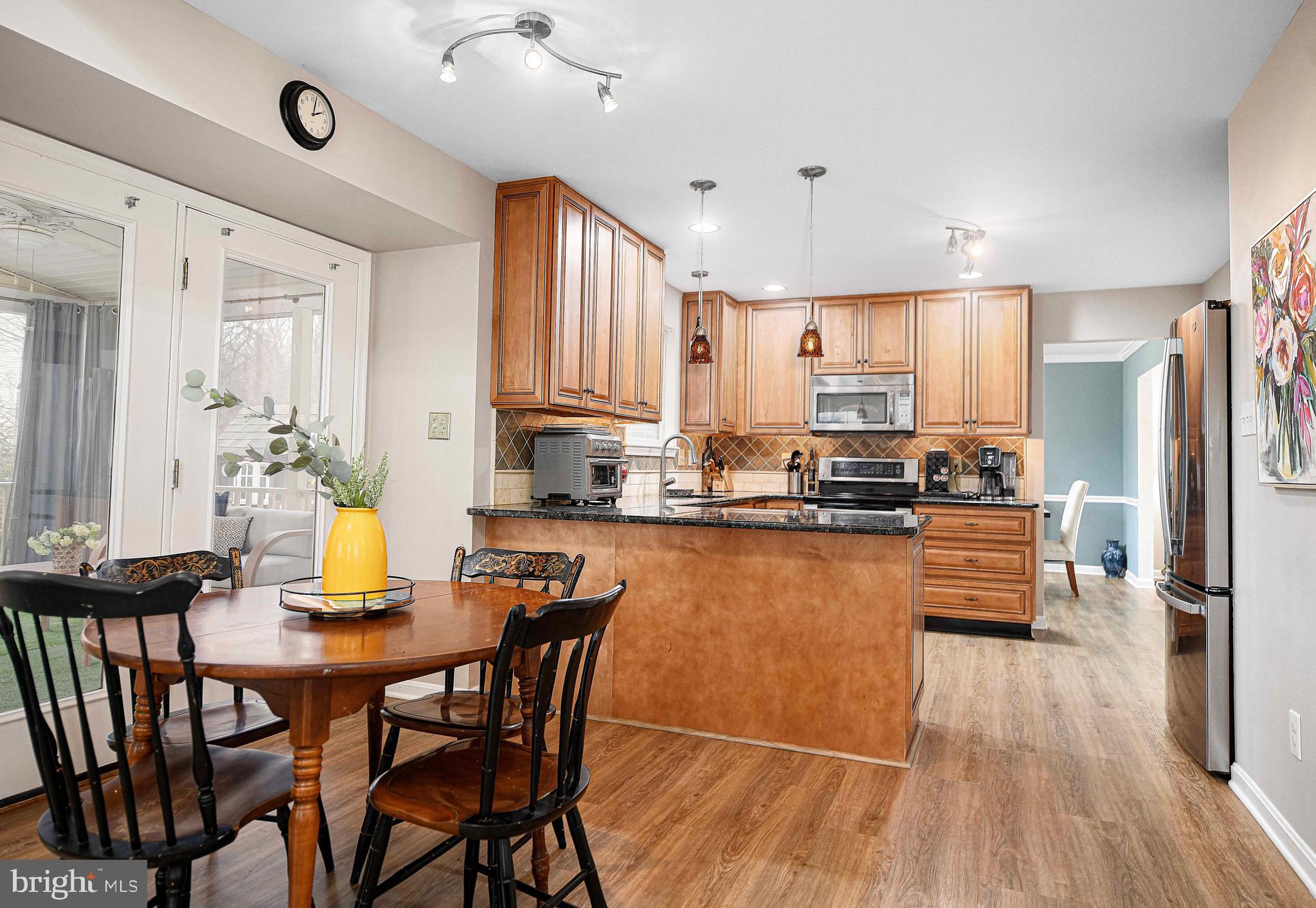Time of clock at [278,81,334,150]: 2:02
